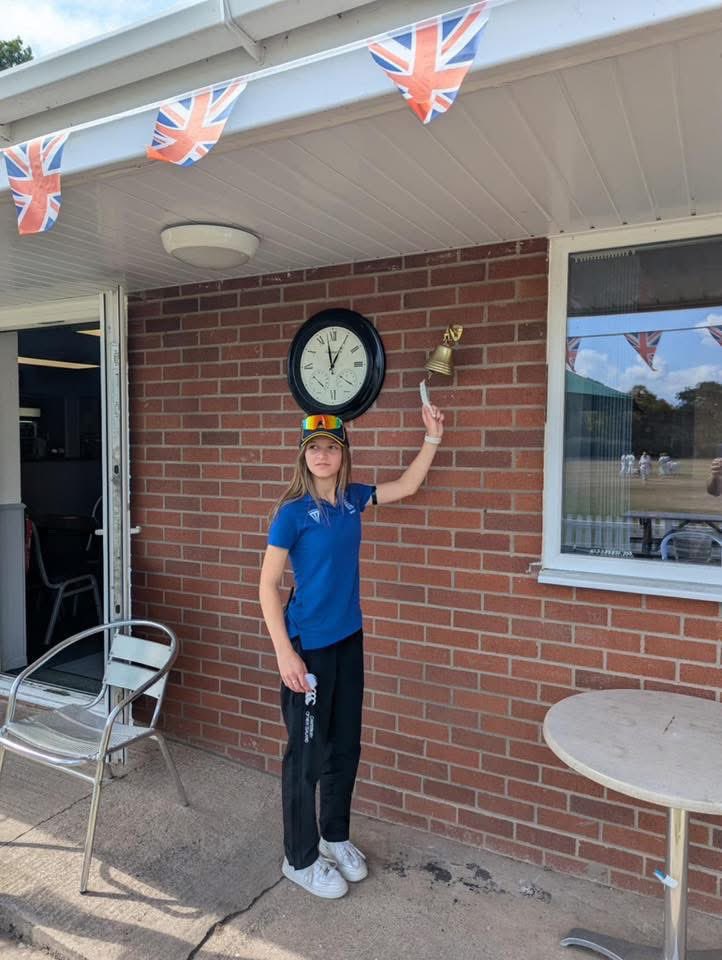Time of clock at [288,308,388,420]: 12:57
